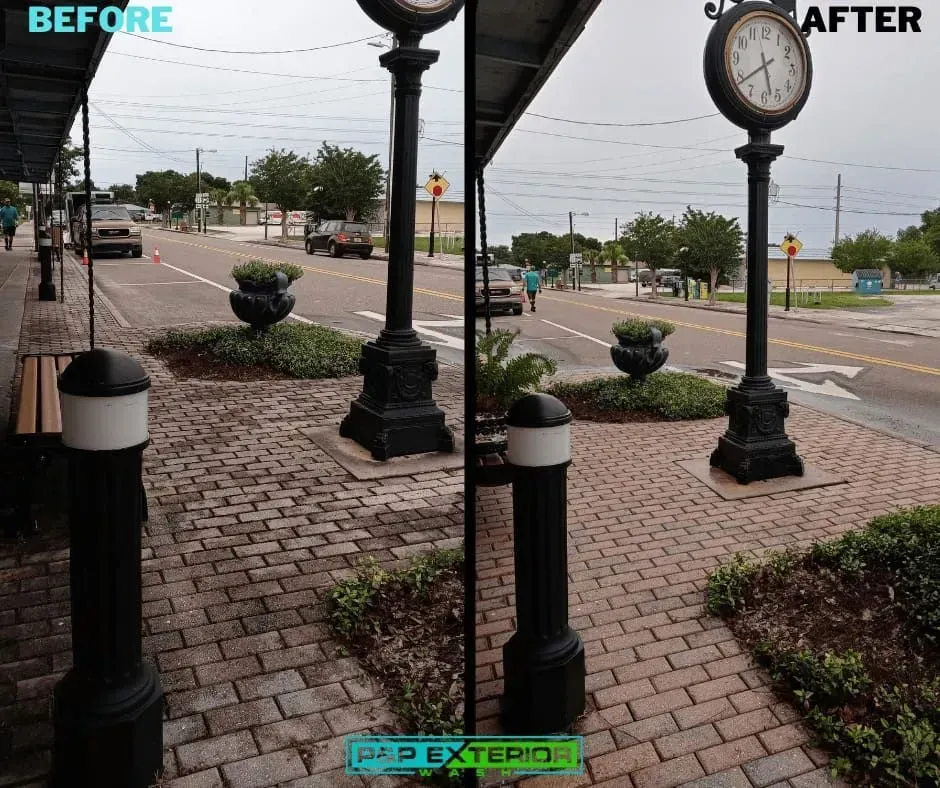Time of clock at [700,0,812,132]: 5:38
